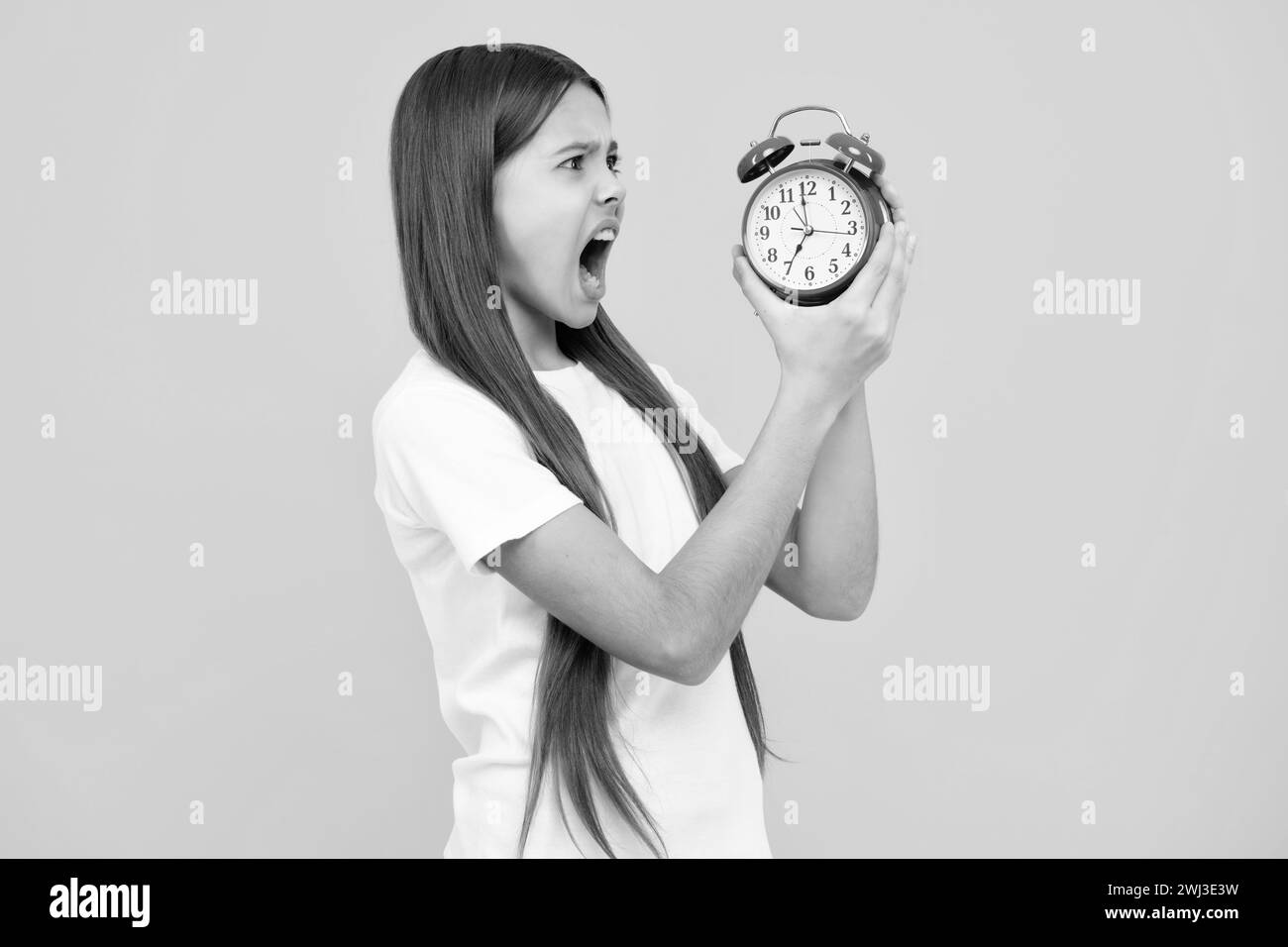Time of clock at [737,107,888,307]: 6:59
